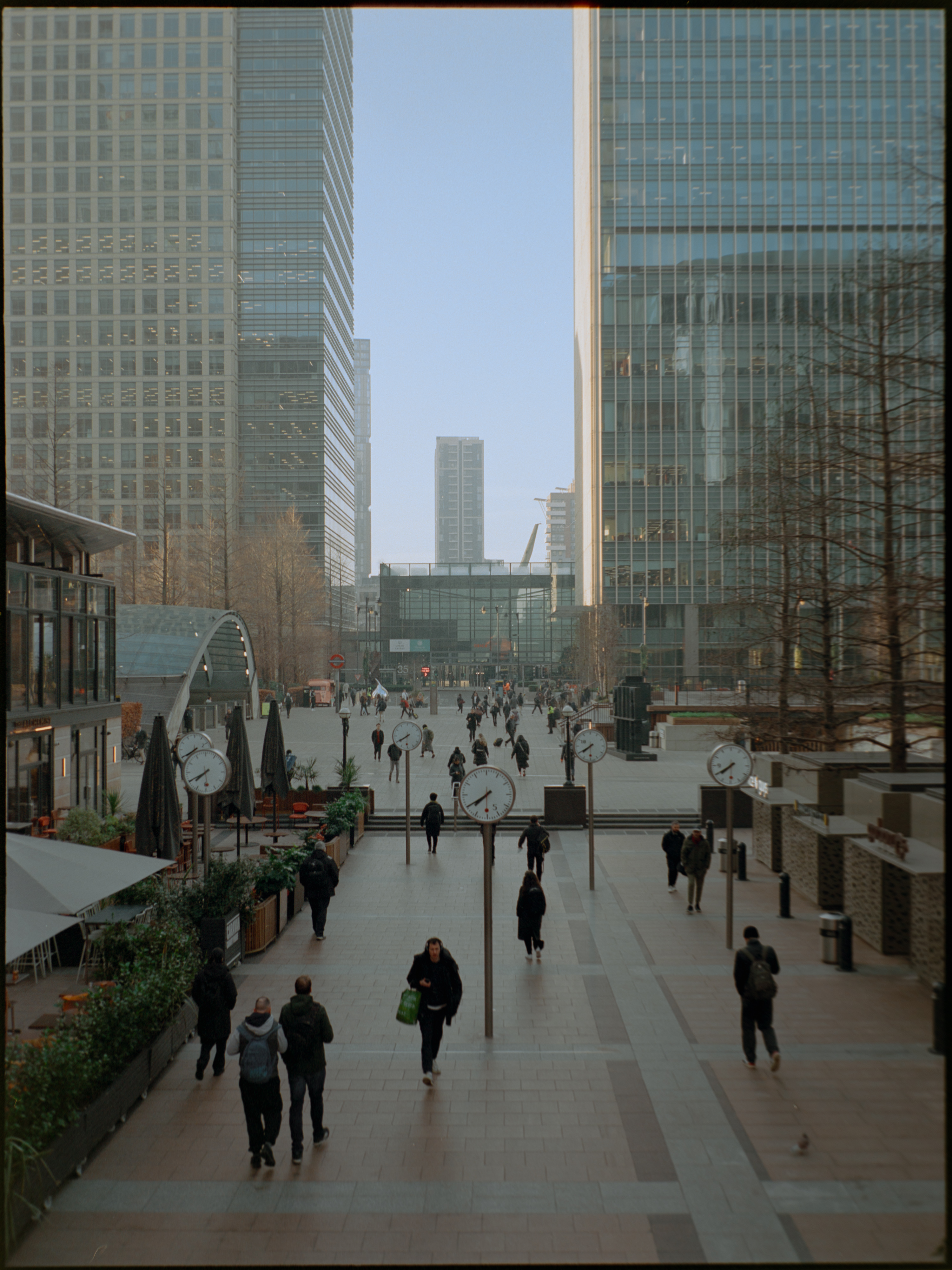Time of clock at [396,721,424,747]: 7:39
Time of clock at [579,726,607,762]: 7:39
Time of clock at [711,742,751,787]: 7:39
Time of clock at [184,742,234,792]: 7:40
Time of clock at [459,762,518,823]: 7:39
